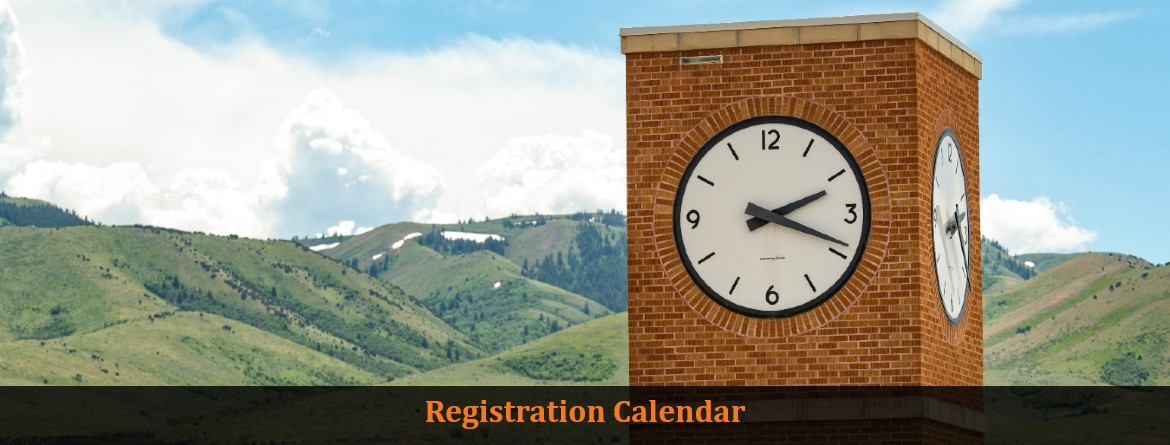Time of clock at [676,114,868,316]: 2:18
